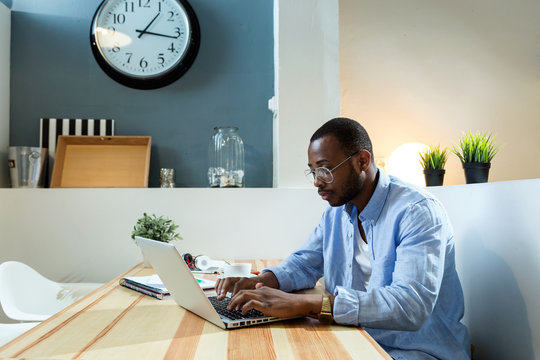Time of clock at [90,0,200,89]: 1:16
